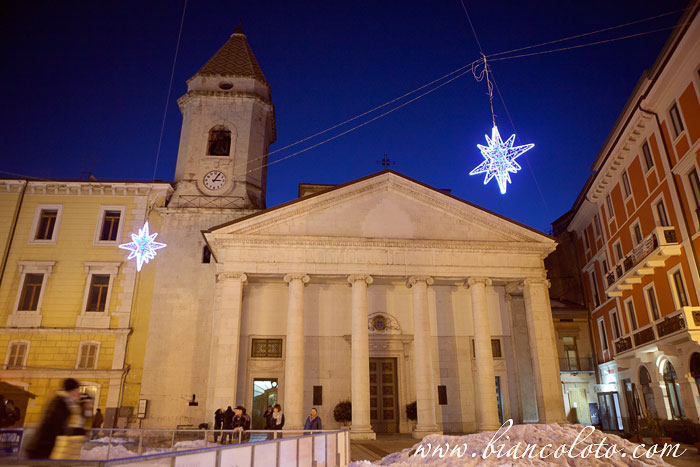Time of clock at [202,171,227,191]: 3:04
